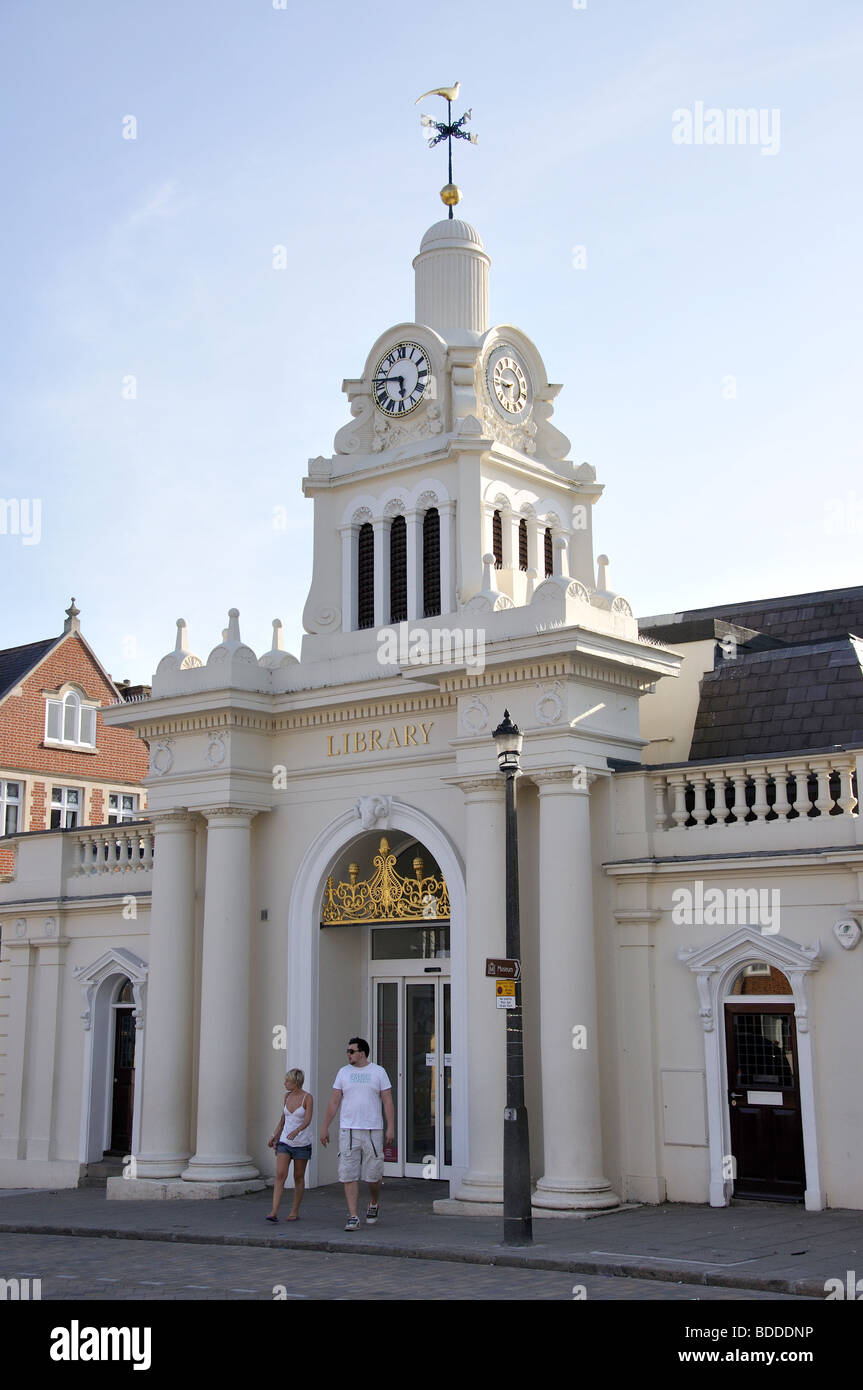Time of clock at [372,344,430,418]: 5:46
